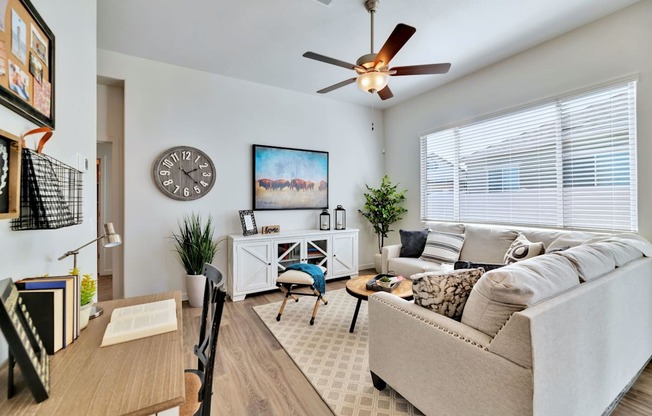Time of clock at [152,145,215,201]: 2:21
